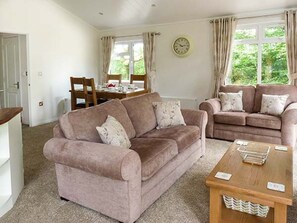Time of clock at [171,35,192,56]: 10:13
